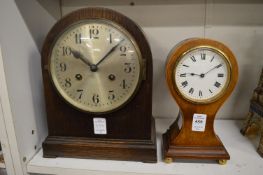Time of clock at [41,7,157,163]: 10:07
